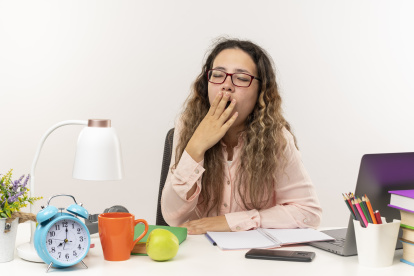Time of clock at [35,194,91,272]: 8:01
